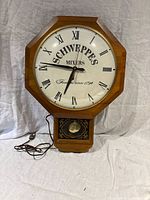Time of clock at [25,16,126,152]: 6:46
